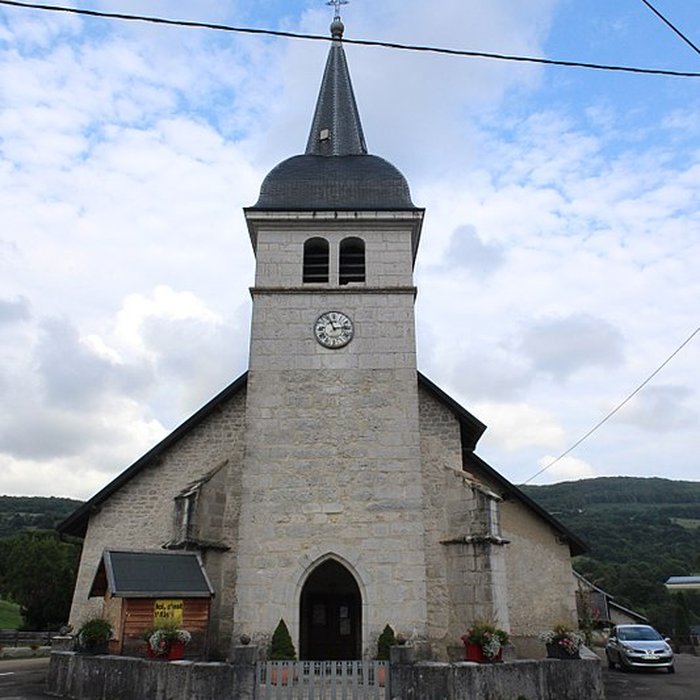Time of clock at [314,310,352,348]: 2:56
